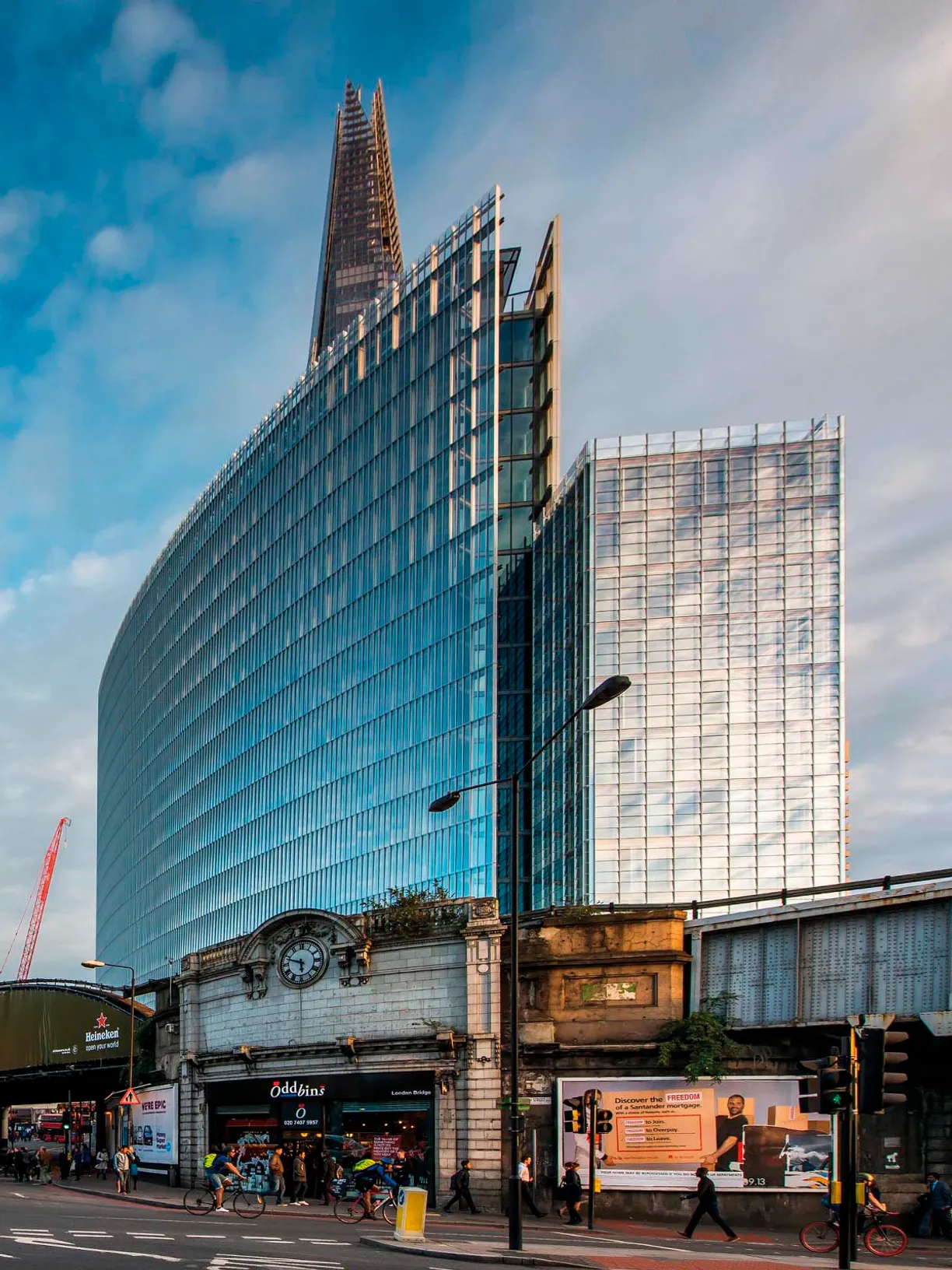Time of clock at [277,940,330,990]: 5:48
